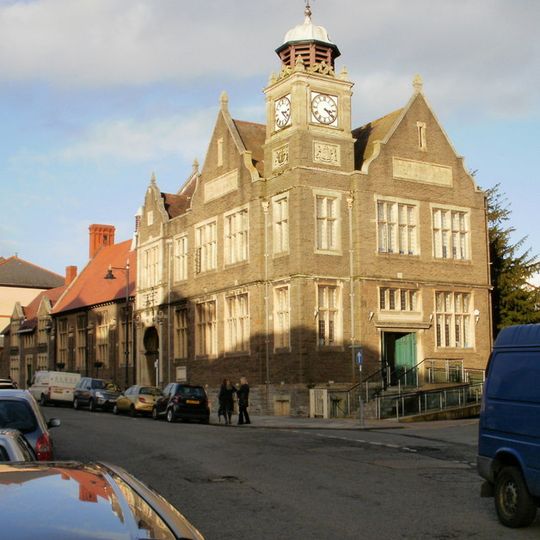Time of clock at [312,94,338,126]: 3:21
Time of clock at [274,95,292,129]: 3:22
